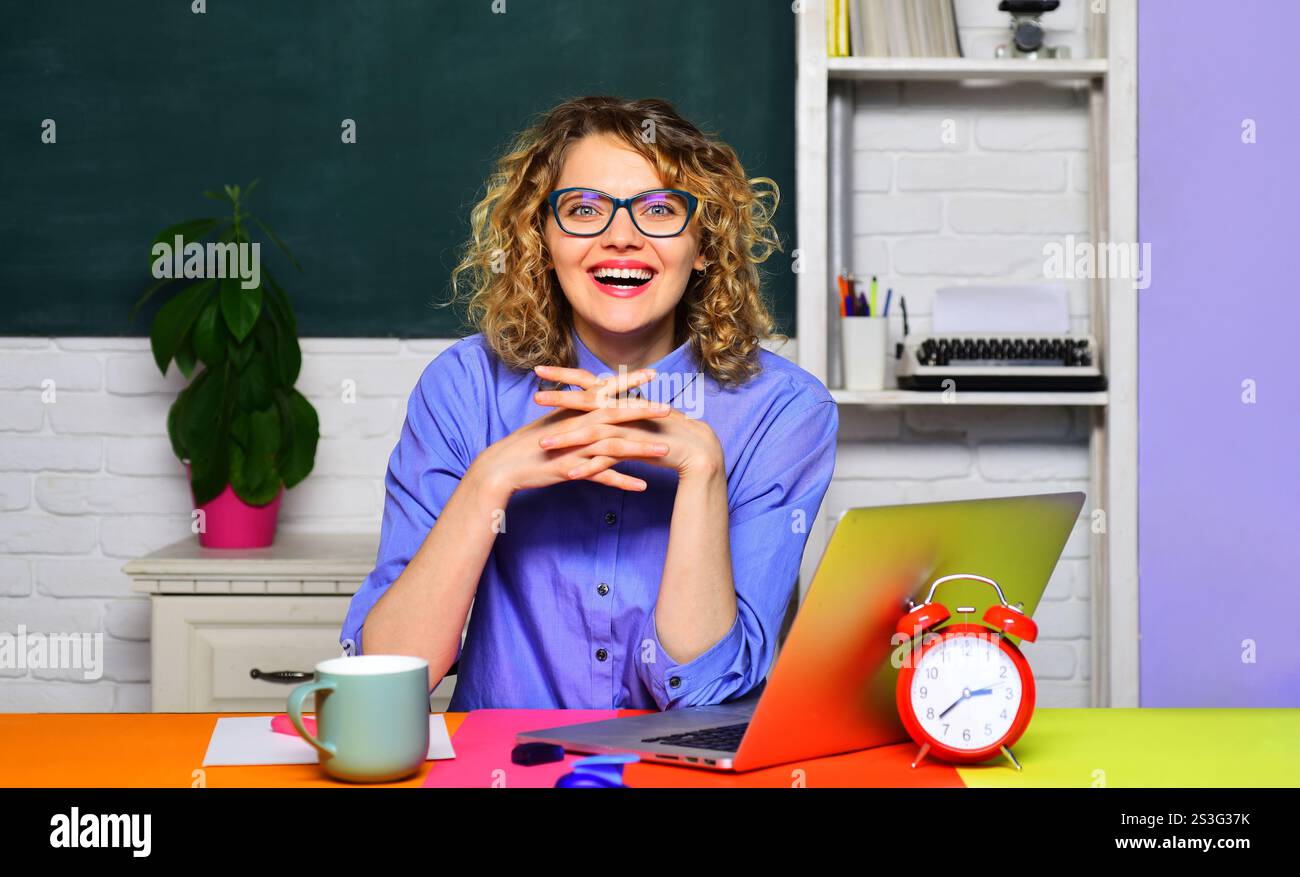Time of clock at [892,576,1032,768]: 2:38
